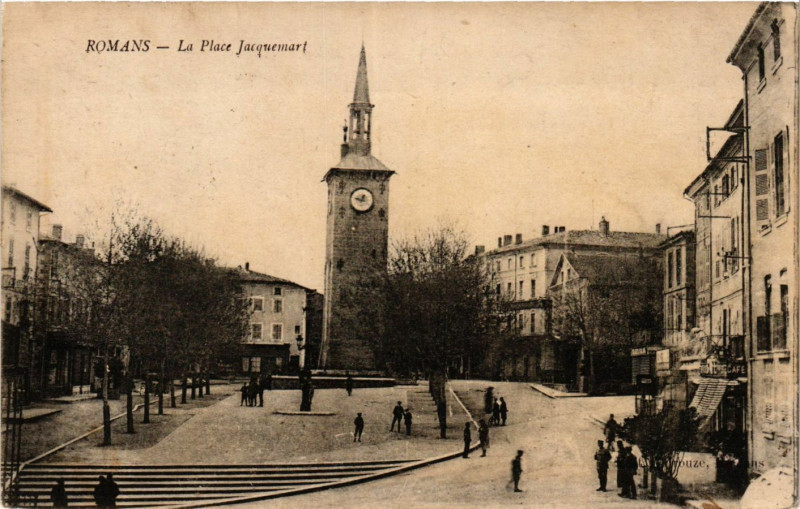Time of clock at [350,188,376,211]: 12:47
